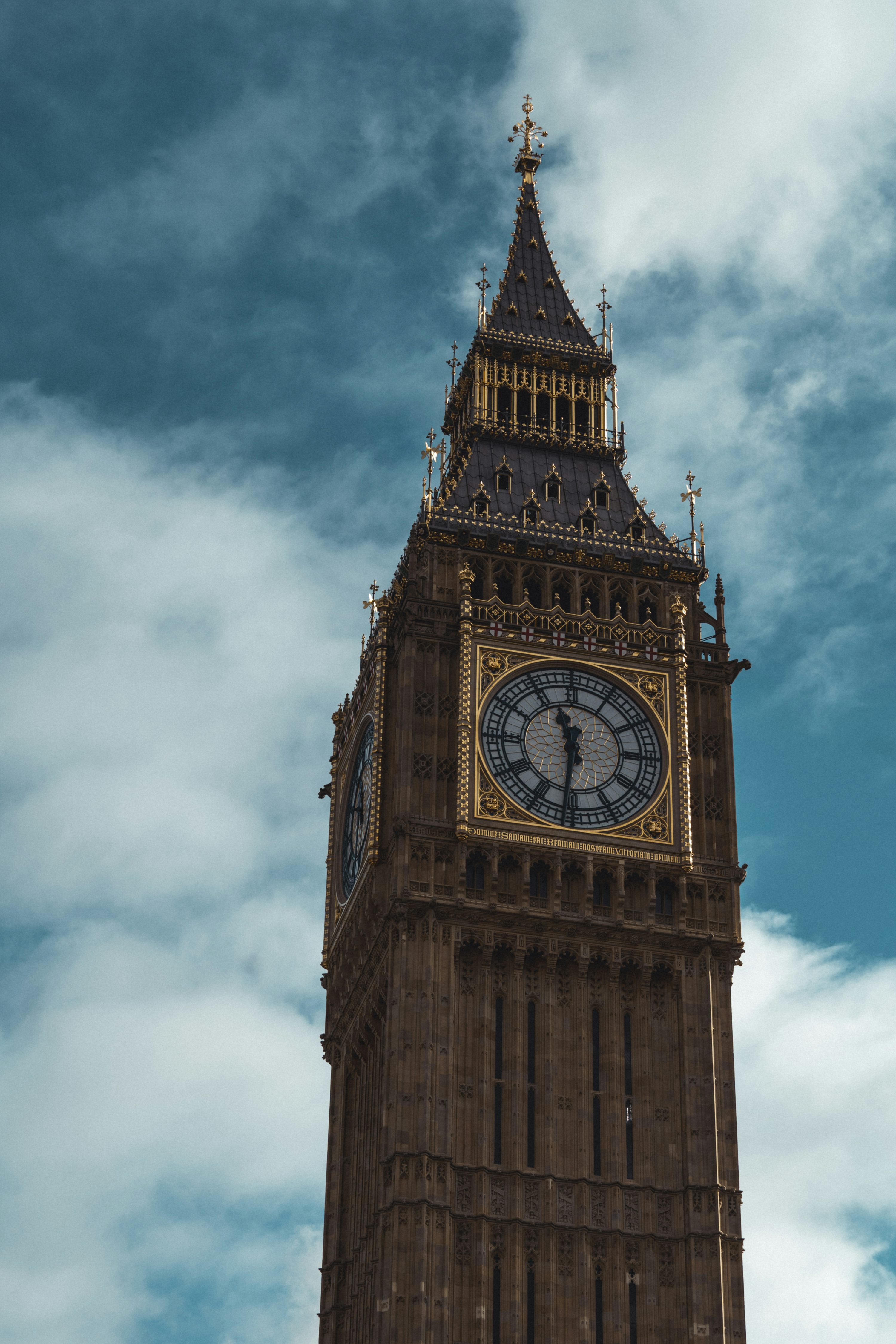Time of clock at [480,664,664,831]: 11:31
